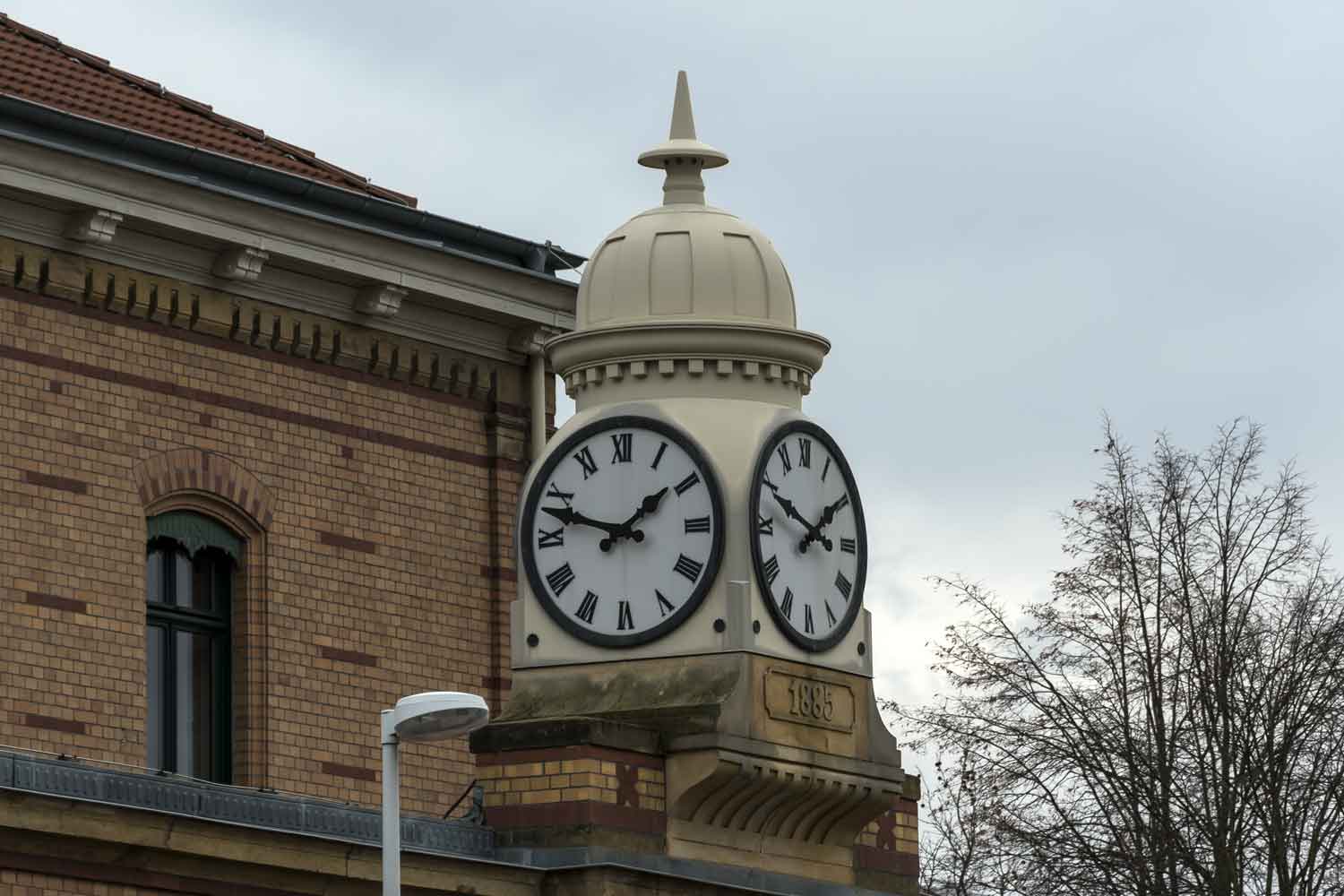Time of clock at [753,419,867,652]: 1:49
